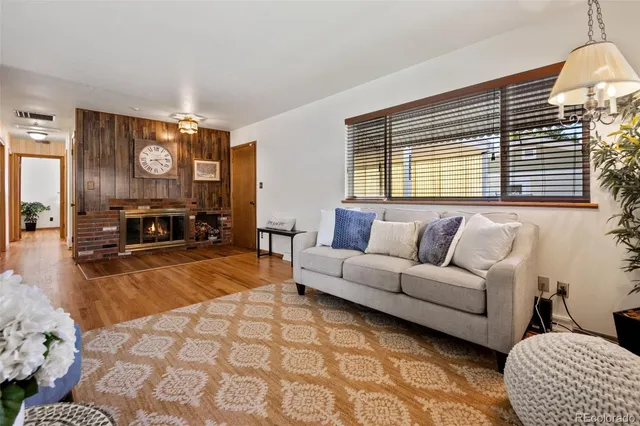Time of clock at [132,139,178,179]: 4:13
